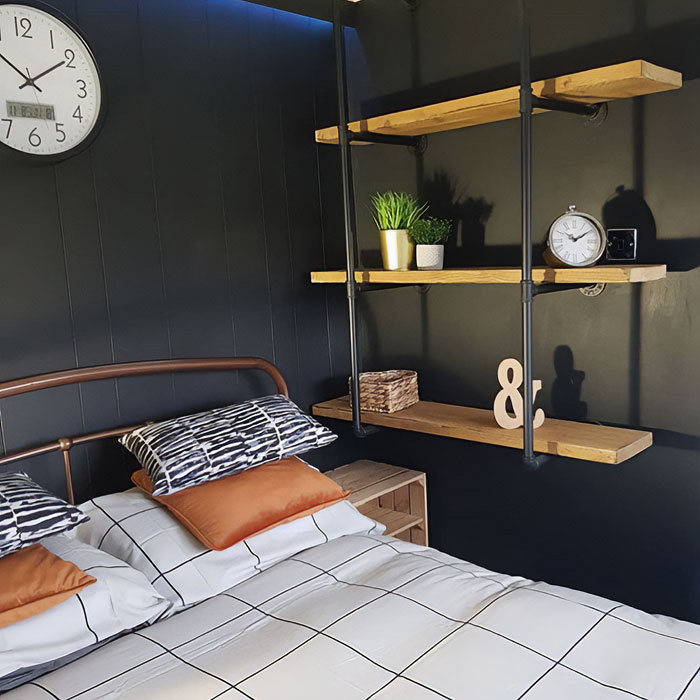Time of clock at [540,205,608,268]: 10:09
